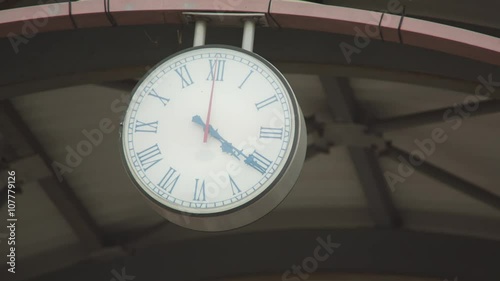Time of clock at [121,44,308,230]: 4:20
